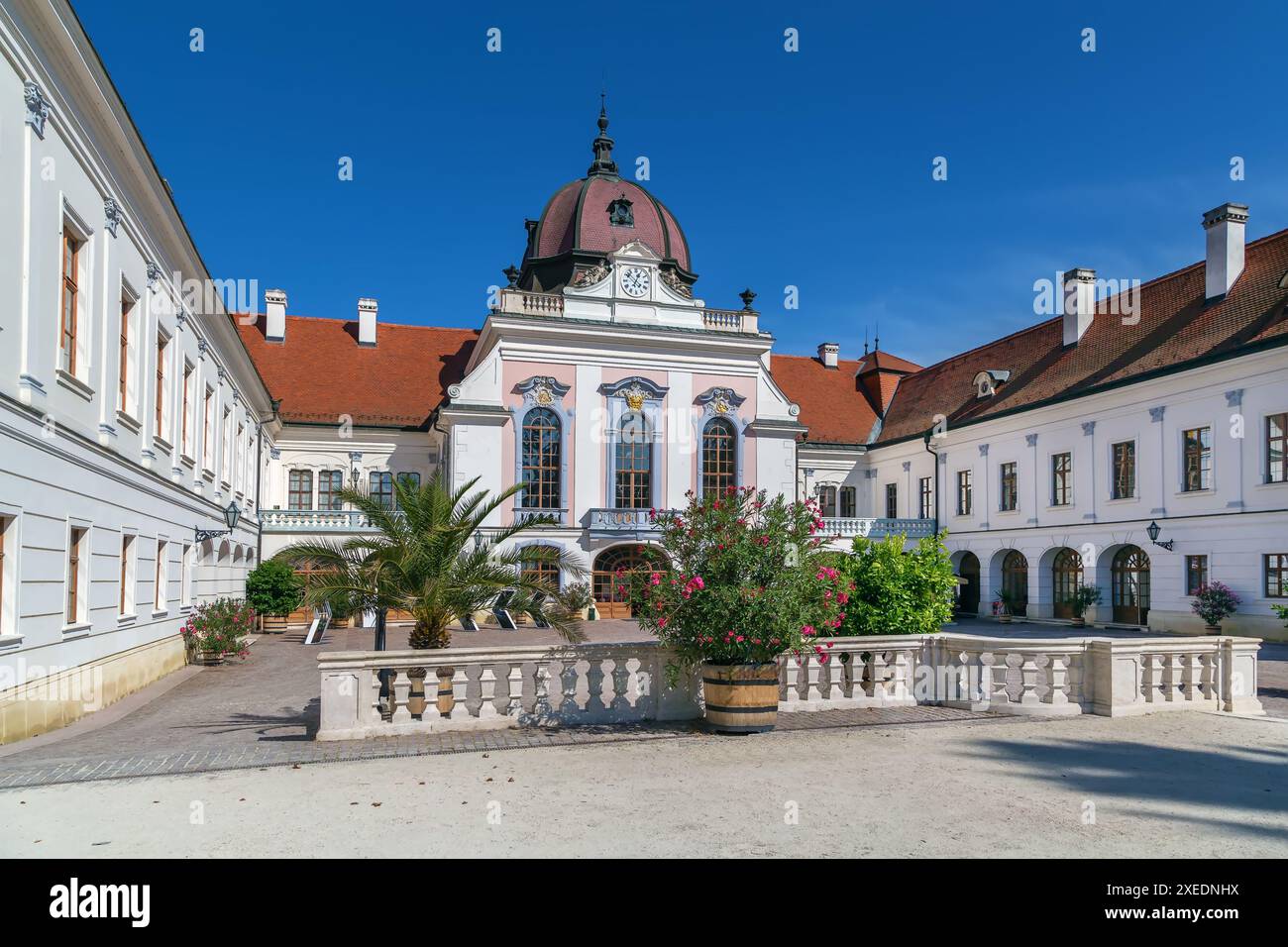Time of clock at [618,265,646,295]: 12:52
